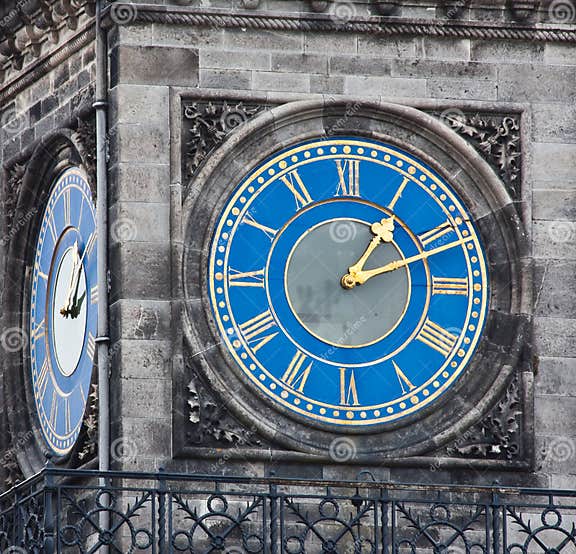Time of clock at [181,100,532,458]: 1:11
